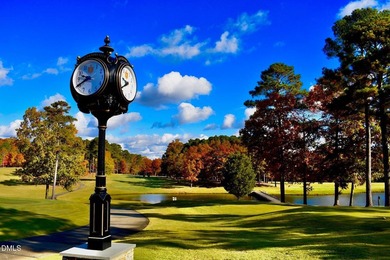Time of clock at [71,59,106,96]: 9:40
